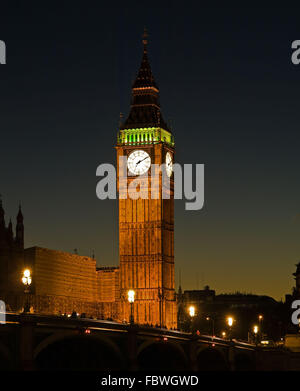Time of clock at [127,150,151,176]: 7:10
